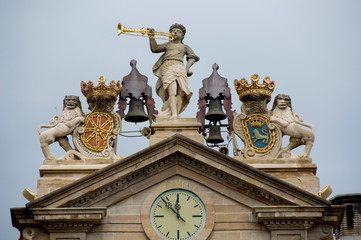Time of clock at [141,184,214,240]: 11:52
